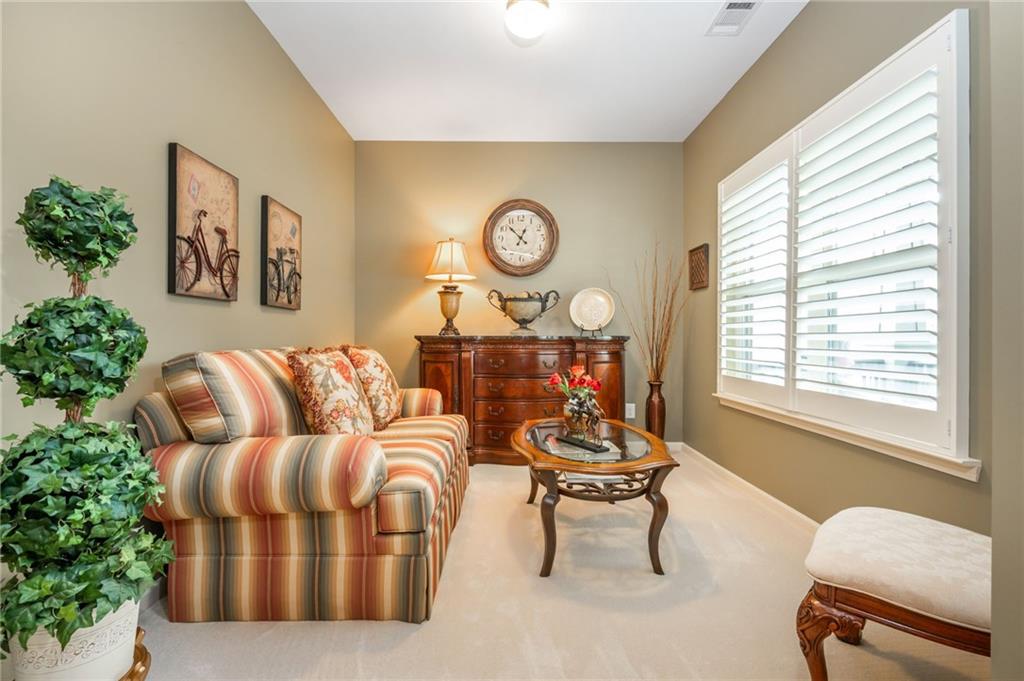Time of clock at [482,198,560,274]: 12:52
